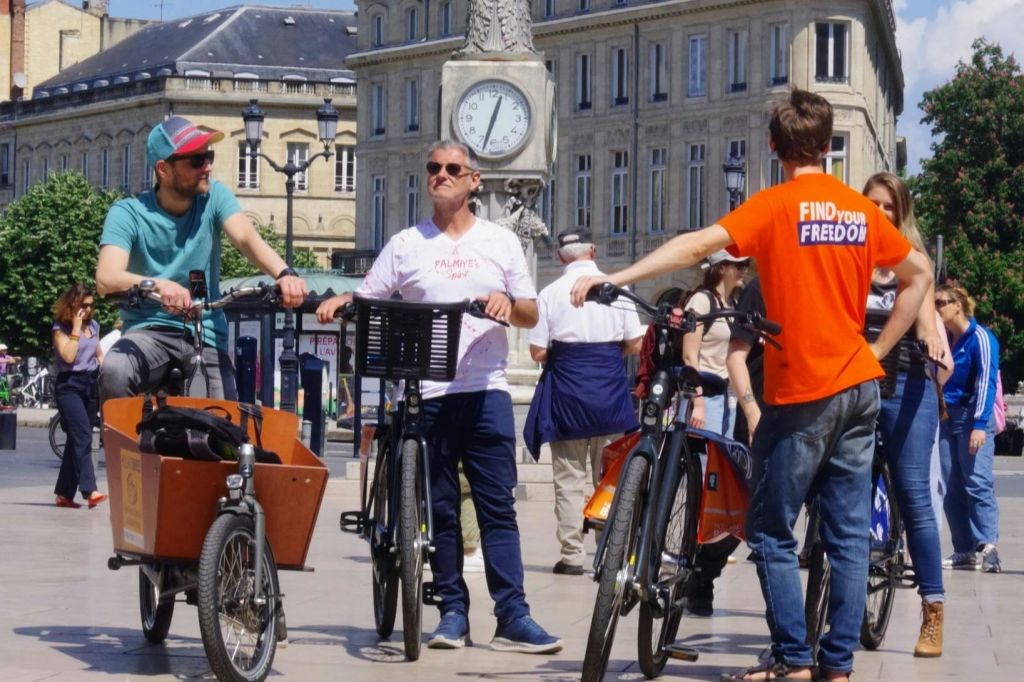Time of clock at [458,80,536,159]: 12:32
